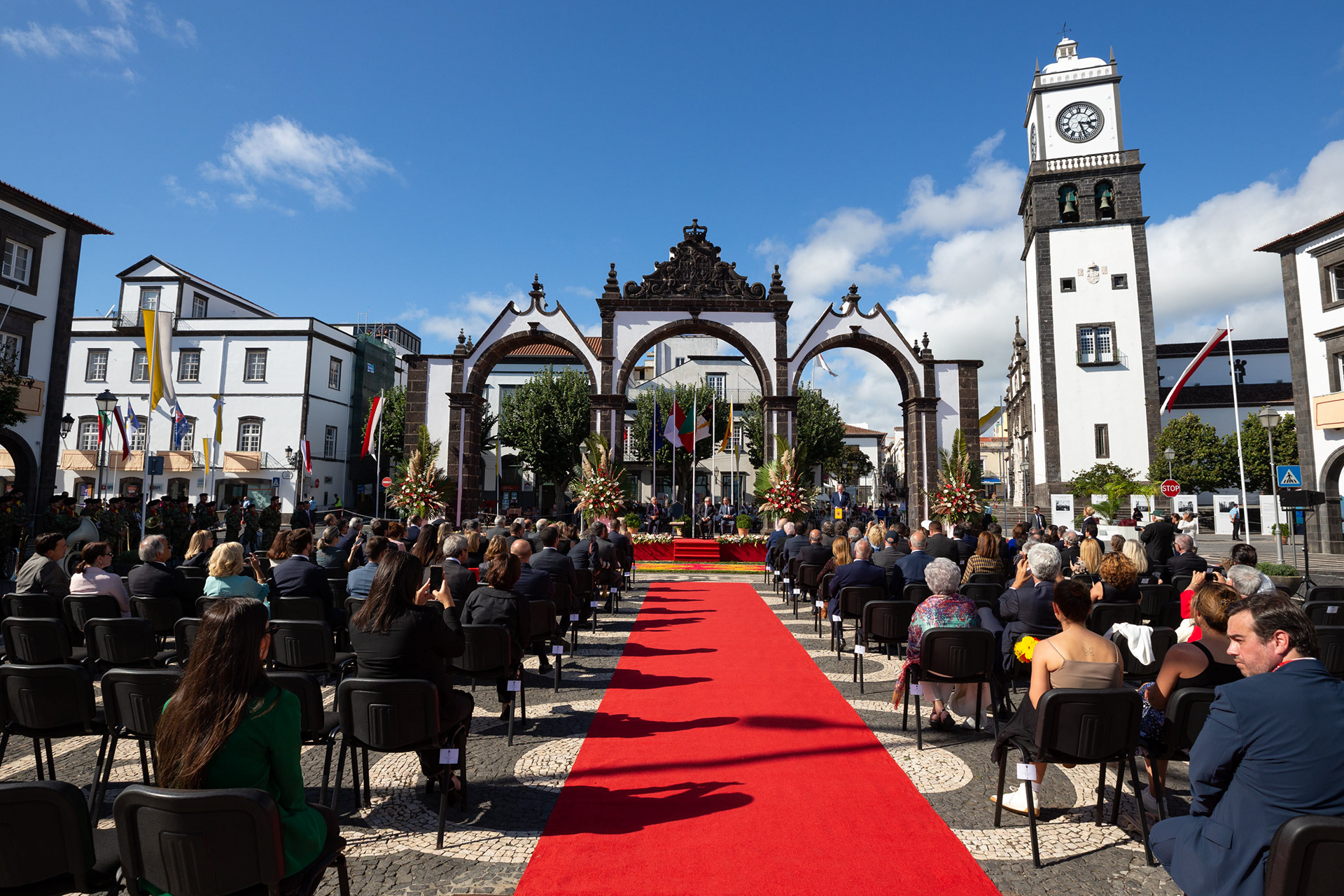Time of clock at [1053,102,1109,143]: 3:27
